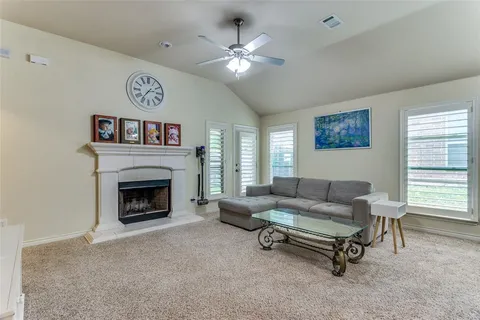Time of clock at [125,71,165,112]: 2:36
